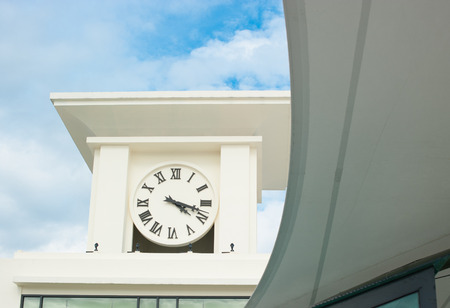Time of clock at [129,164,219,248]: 4:18
